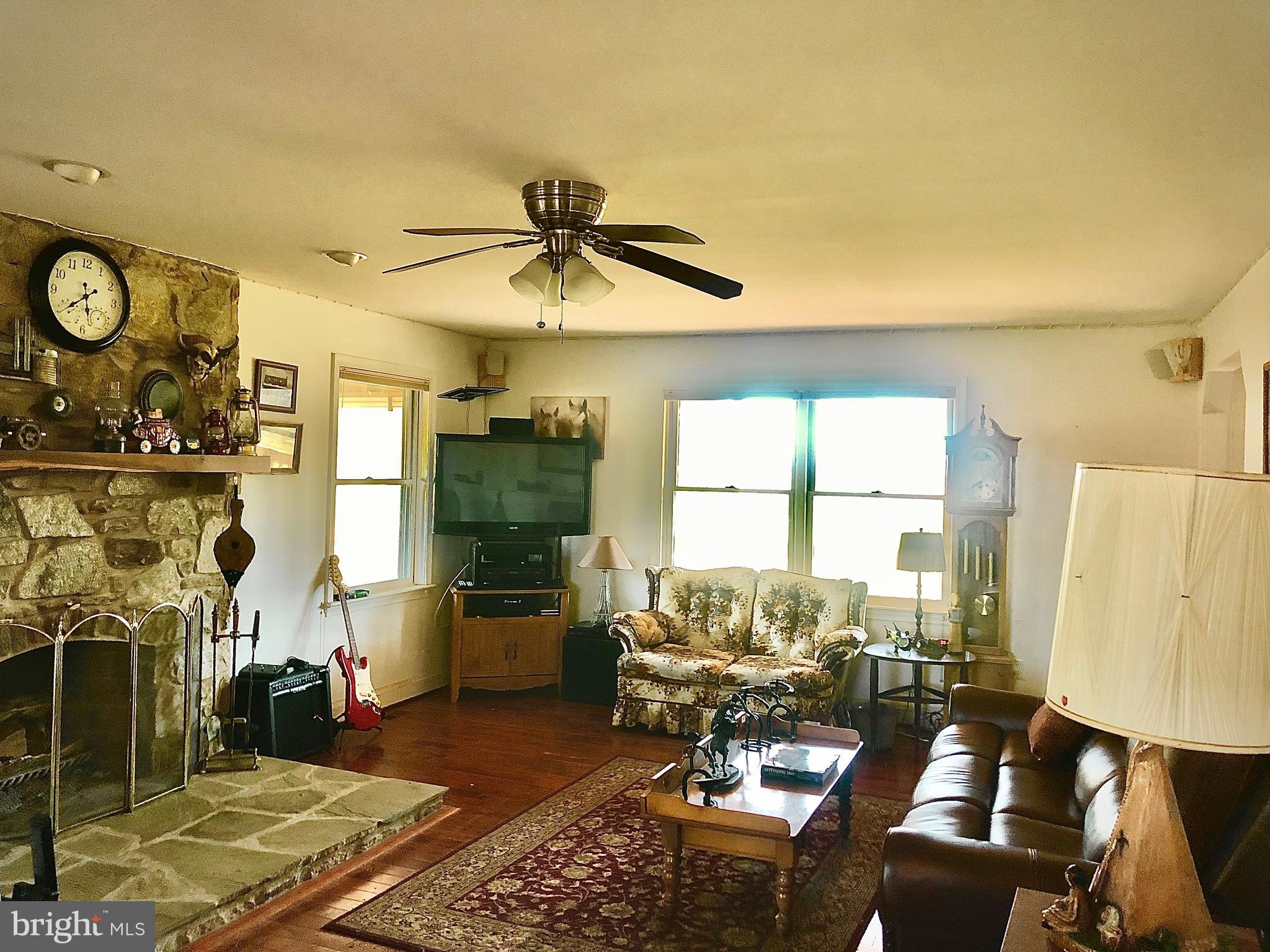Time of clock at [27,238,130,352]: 5:38
